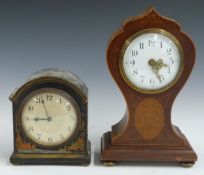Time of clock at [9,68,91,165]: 8:57
